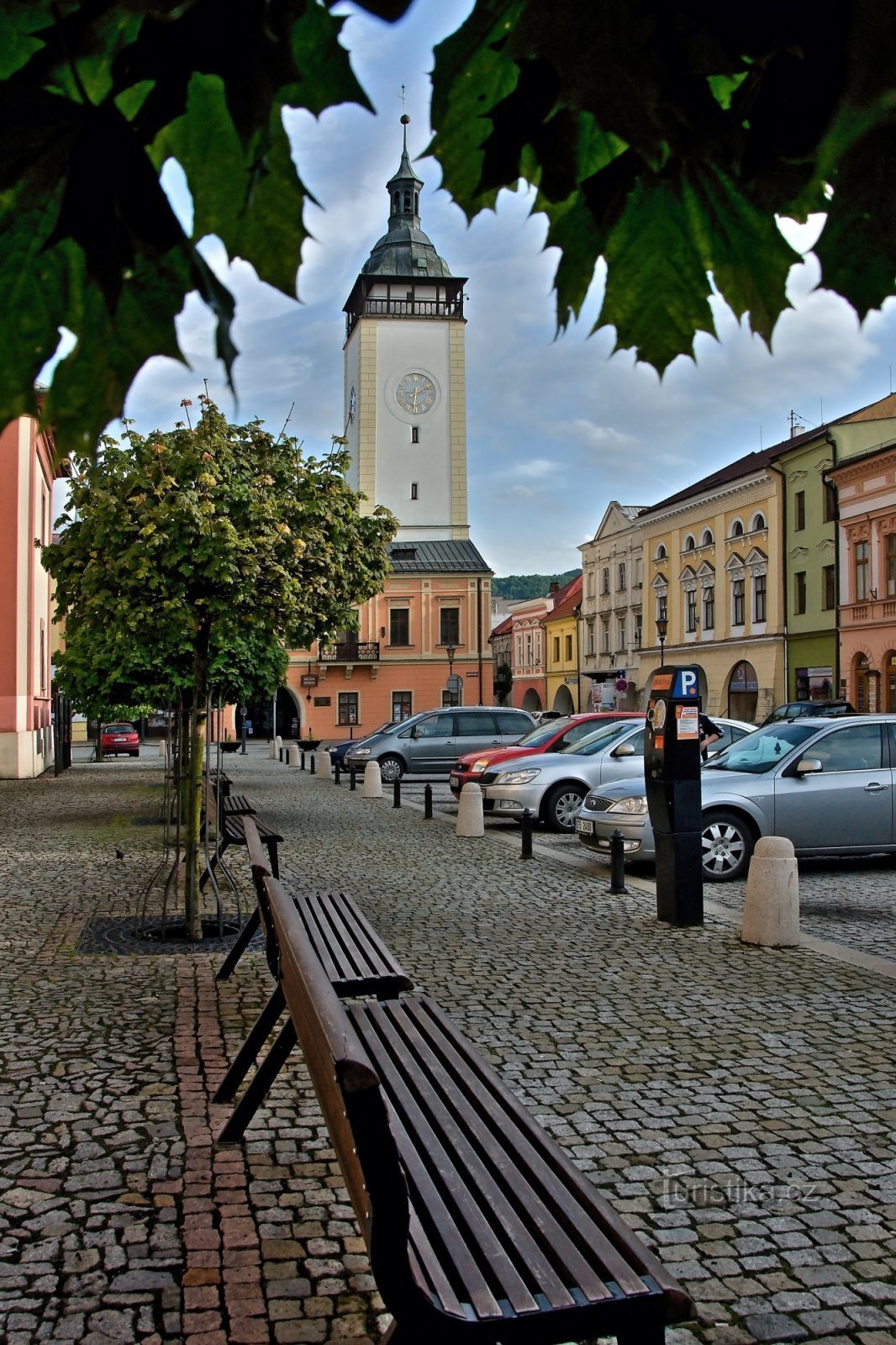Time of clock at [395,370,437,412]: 6:10
